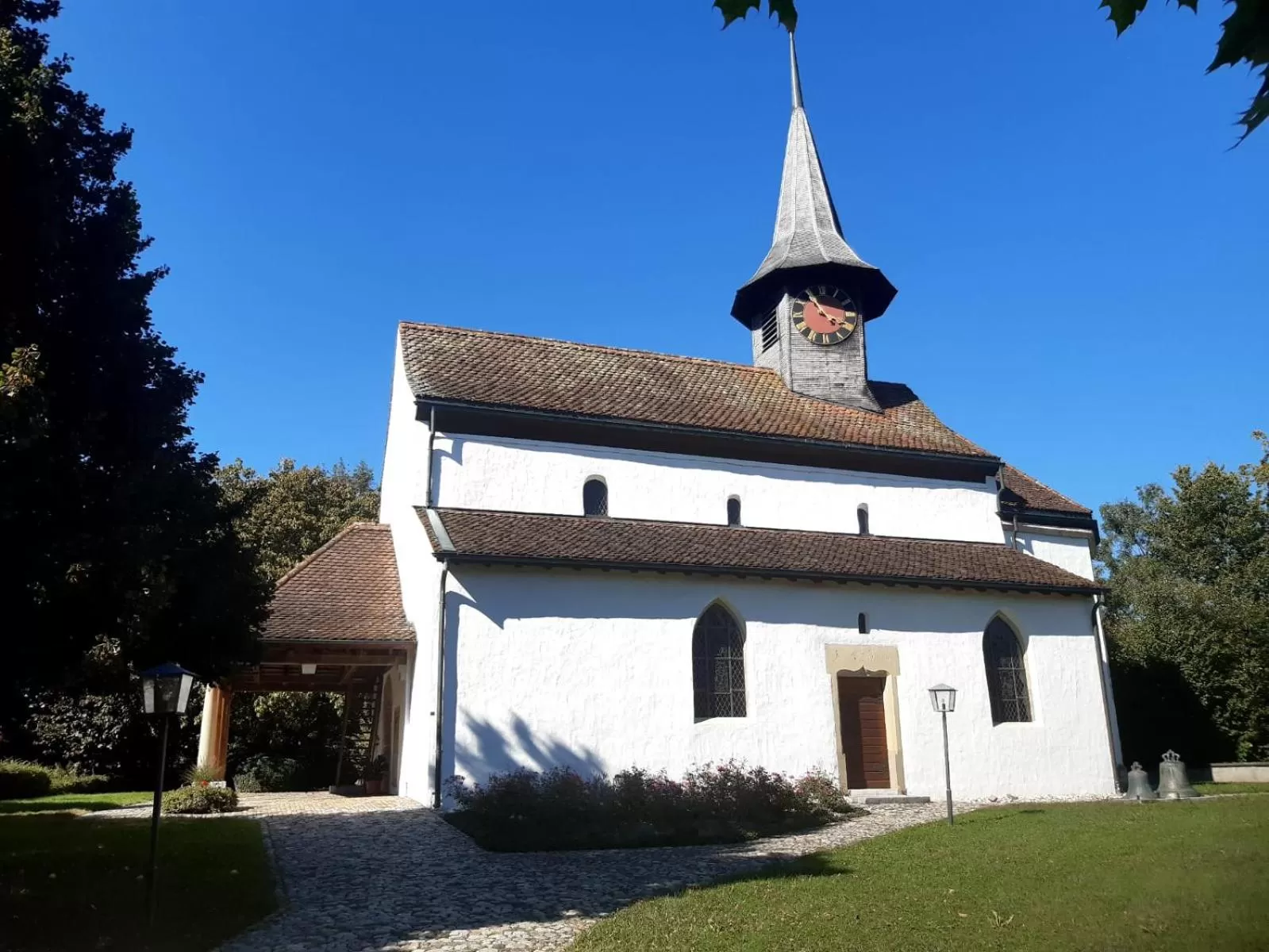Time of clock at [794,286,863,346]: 3:54
